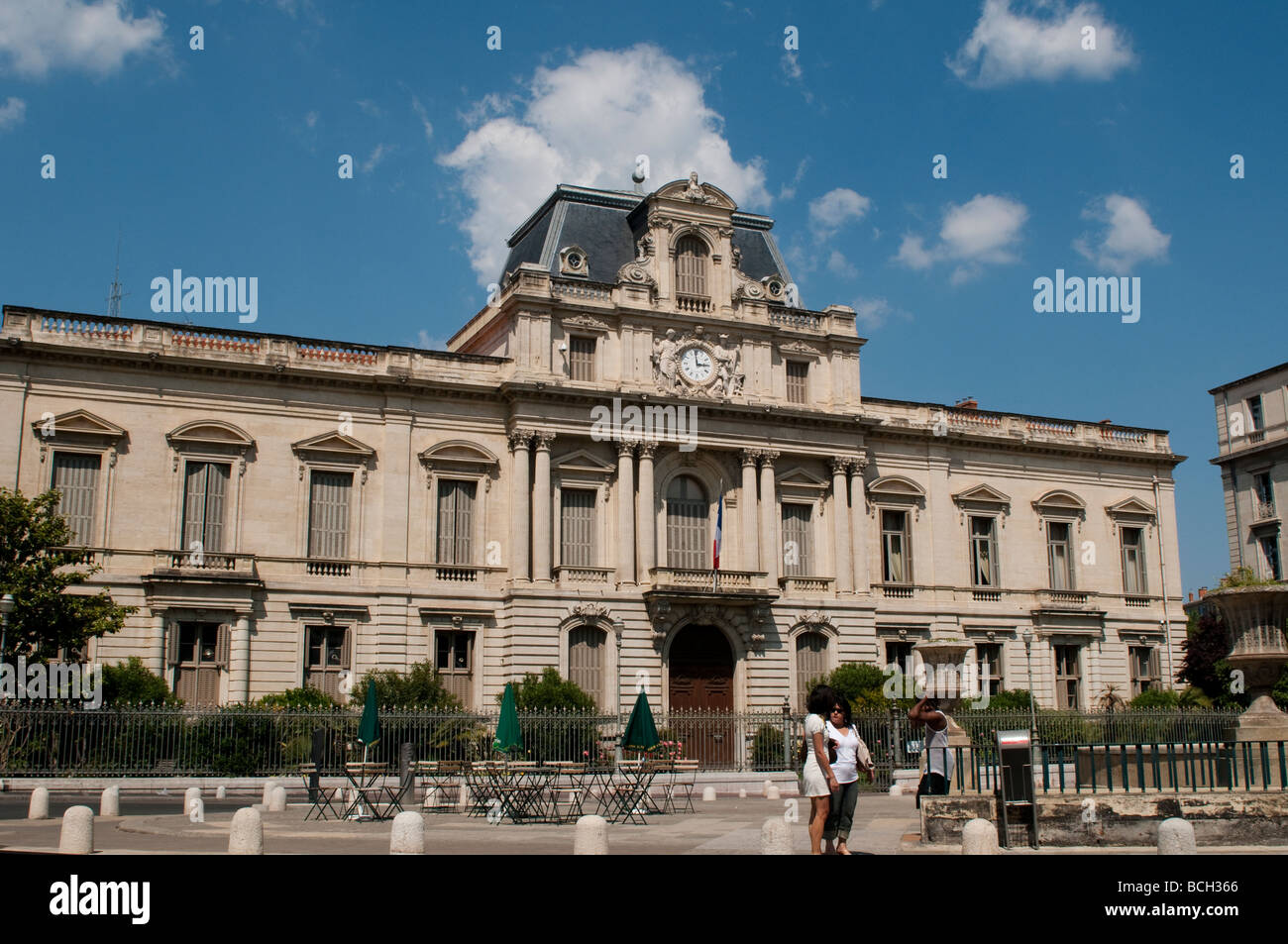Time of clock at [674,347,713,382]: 2:59
